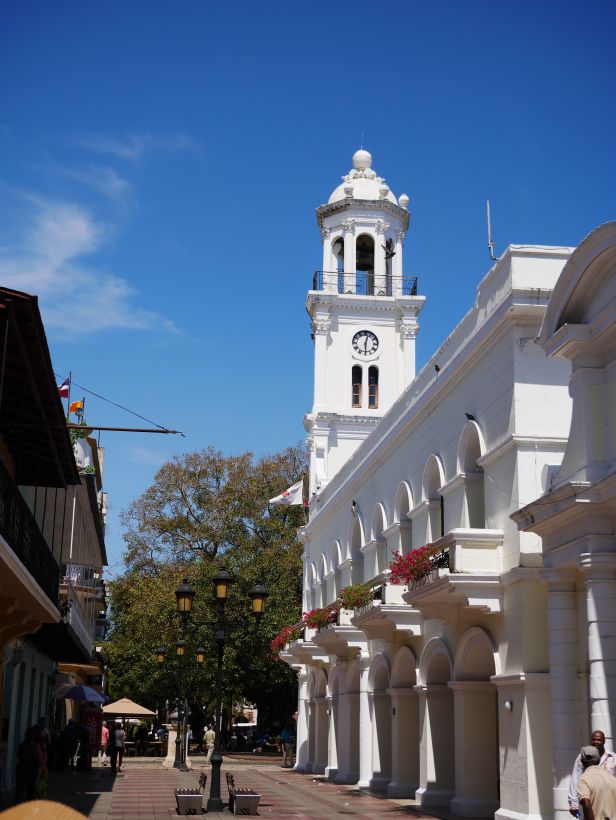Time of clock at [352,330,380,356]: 12:29
